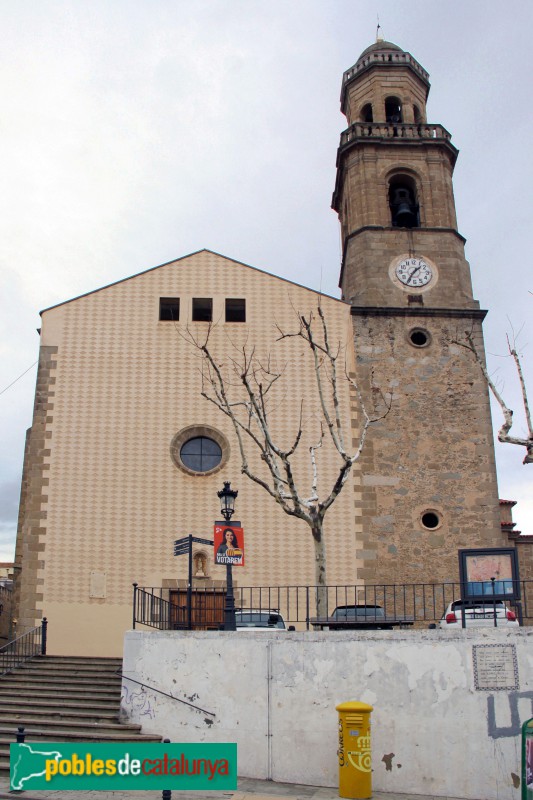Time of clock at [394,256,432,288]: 1:35
